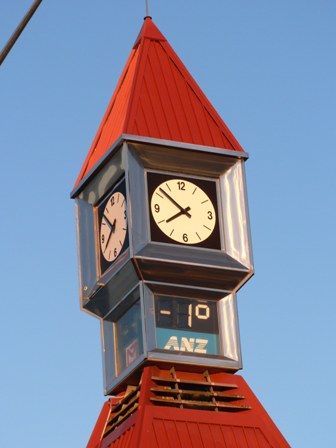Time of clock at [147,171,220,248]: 7:51
